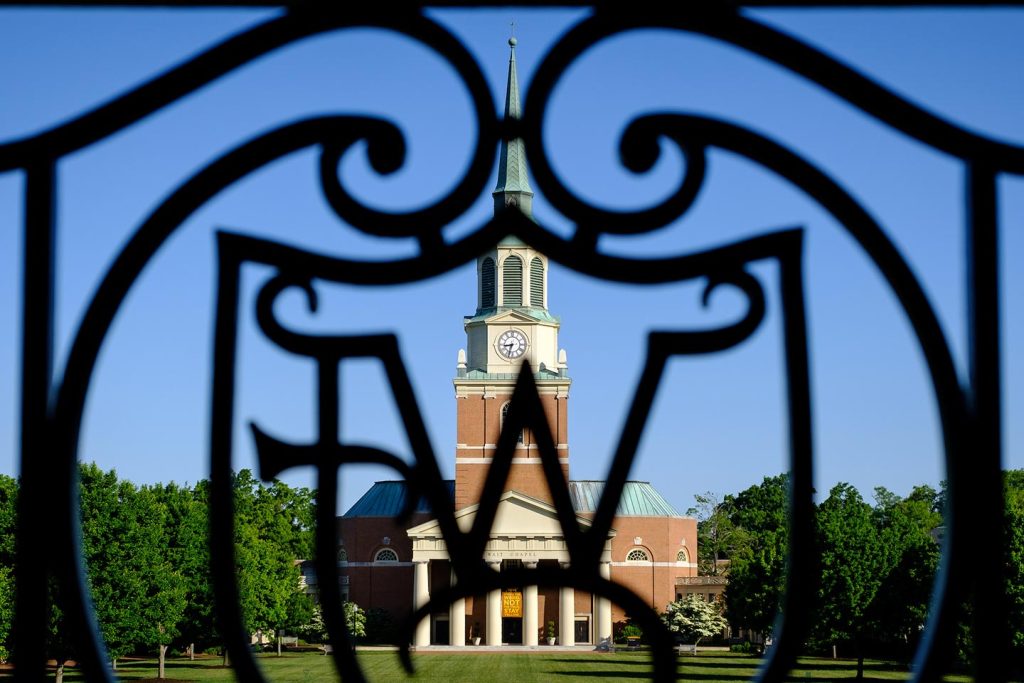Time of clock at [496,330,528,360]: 8:32
